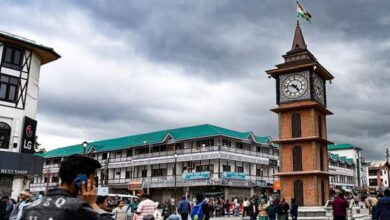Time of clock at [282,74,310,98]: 4:46
